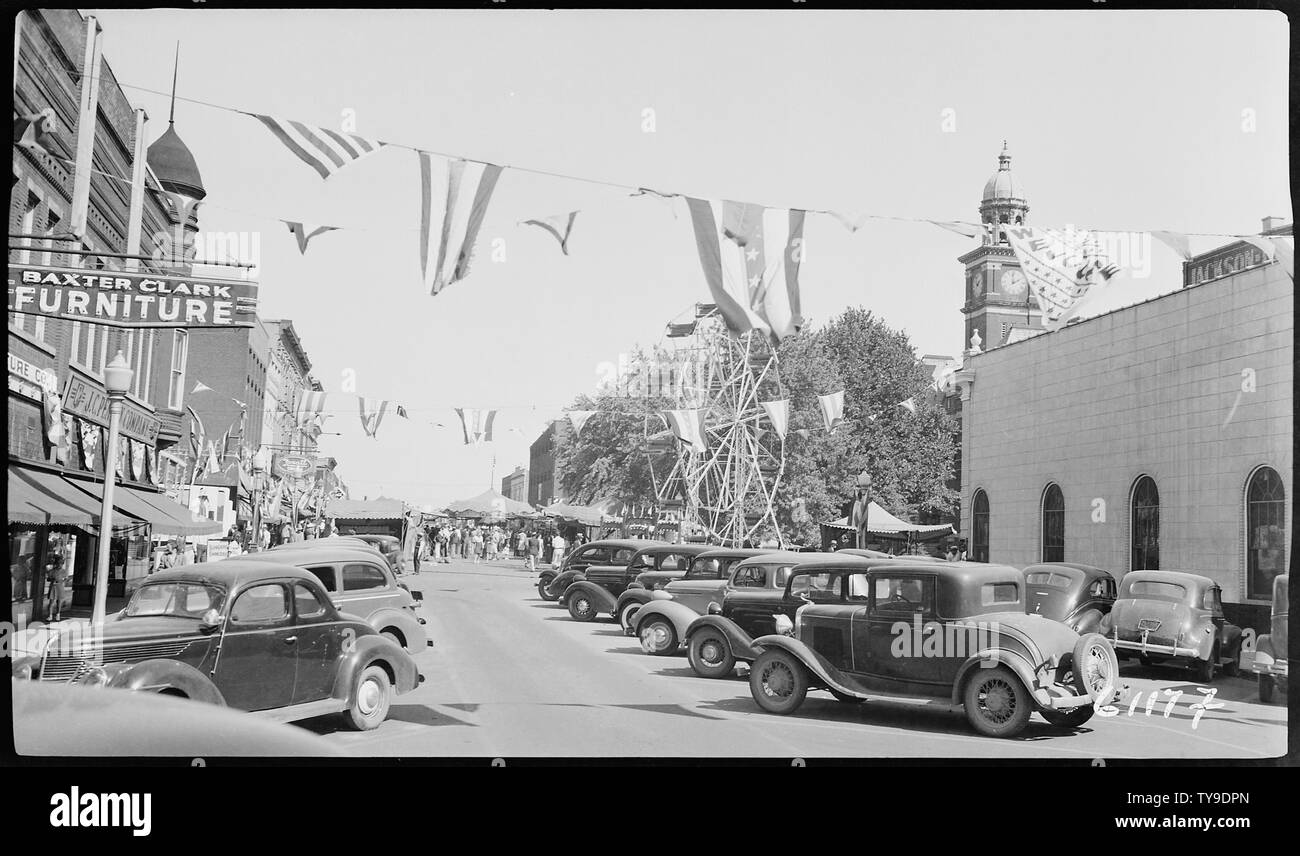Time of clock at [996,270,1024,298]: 1:59
